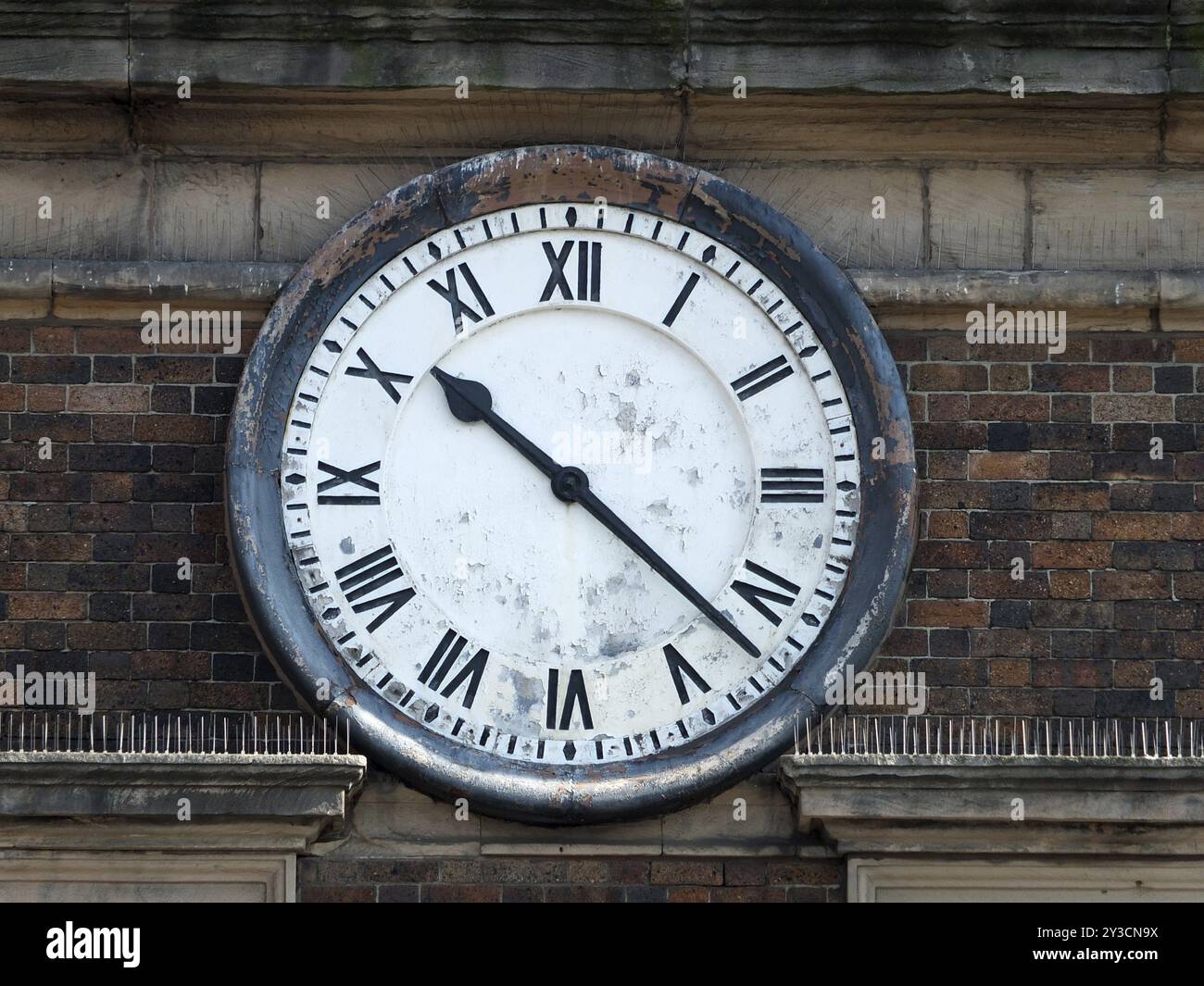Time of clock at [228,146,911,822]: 10:21
